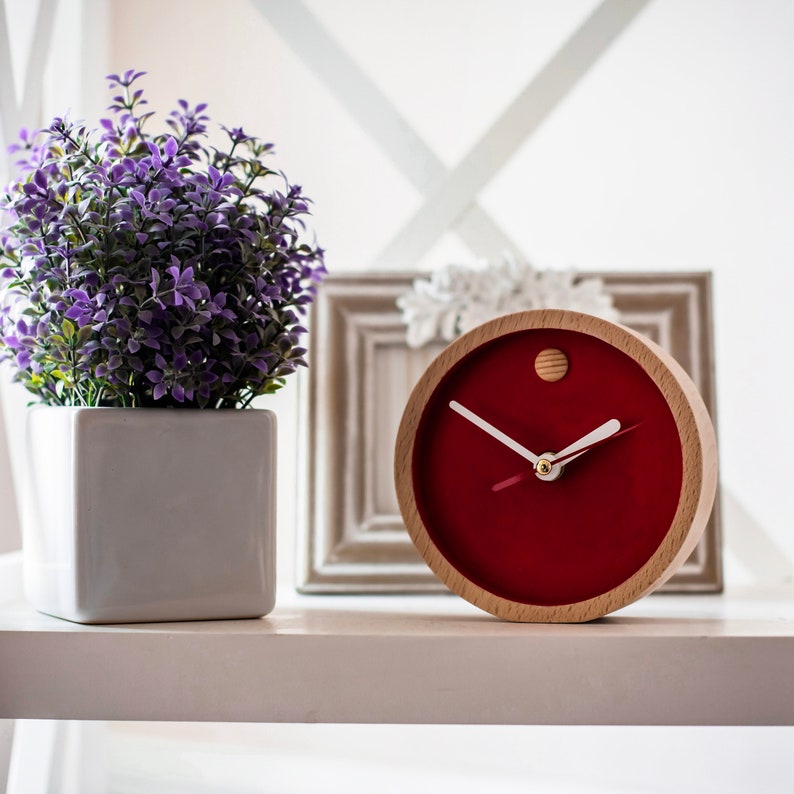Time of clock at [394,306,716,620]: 1:50
